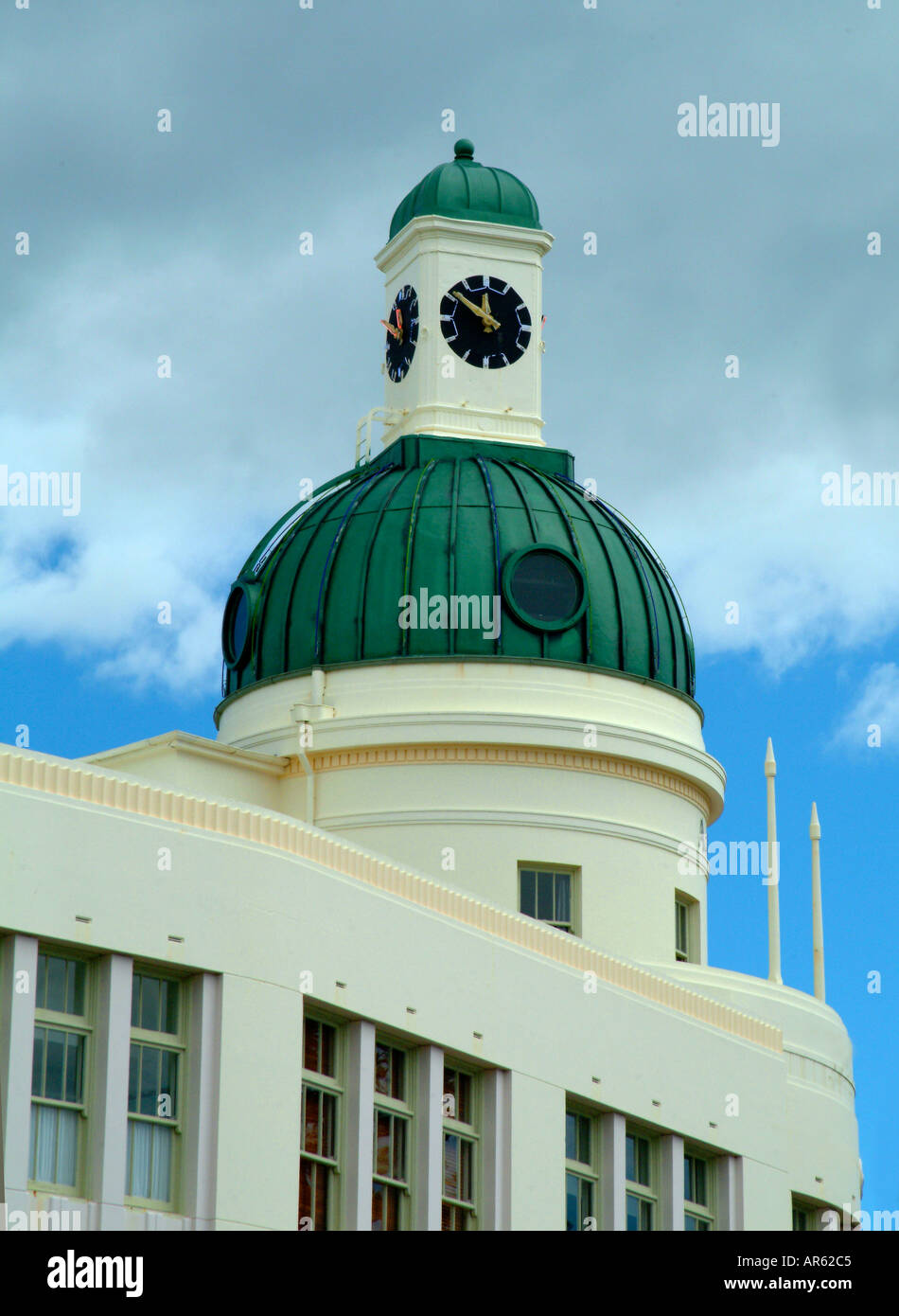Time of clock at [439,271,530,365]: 11:51
